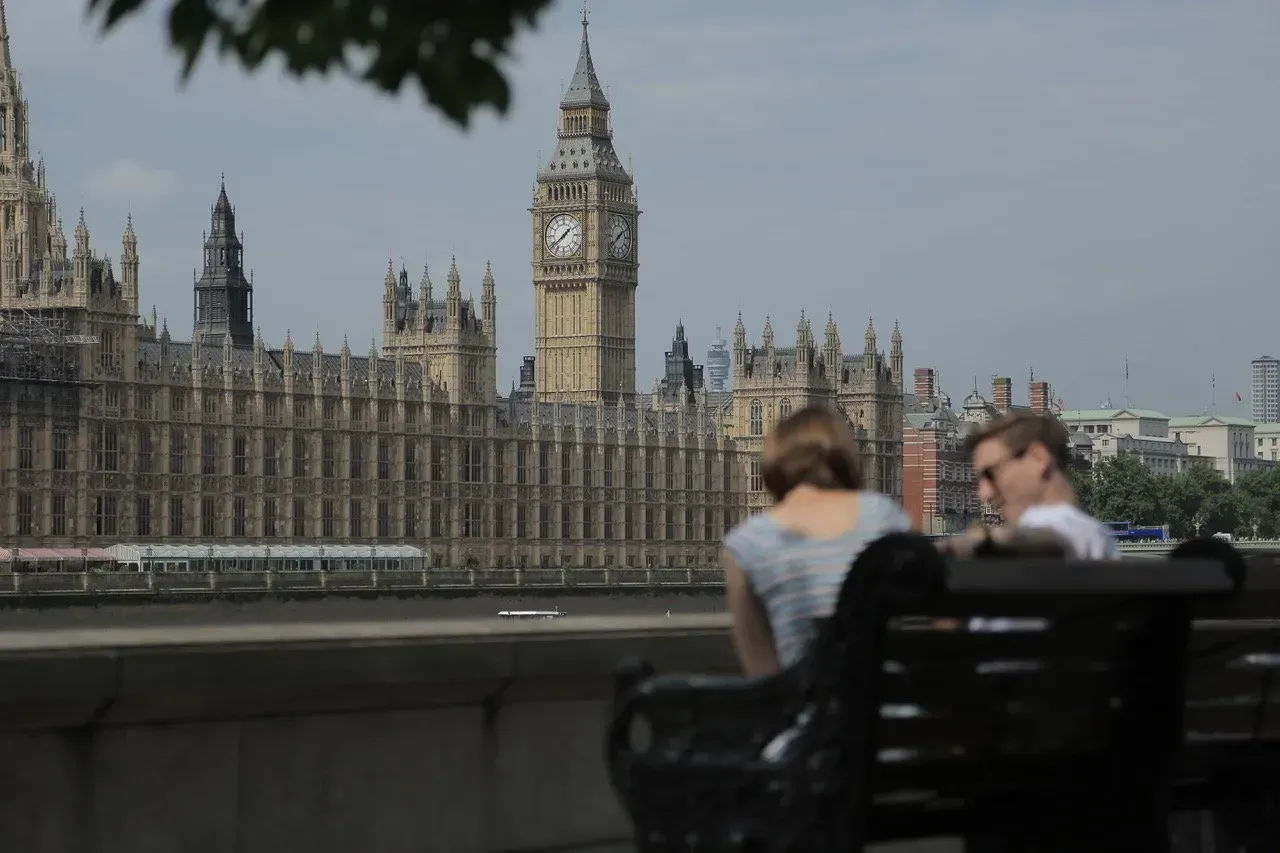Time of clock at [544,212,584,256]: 1:38
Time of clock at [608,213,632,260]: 1:37
